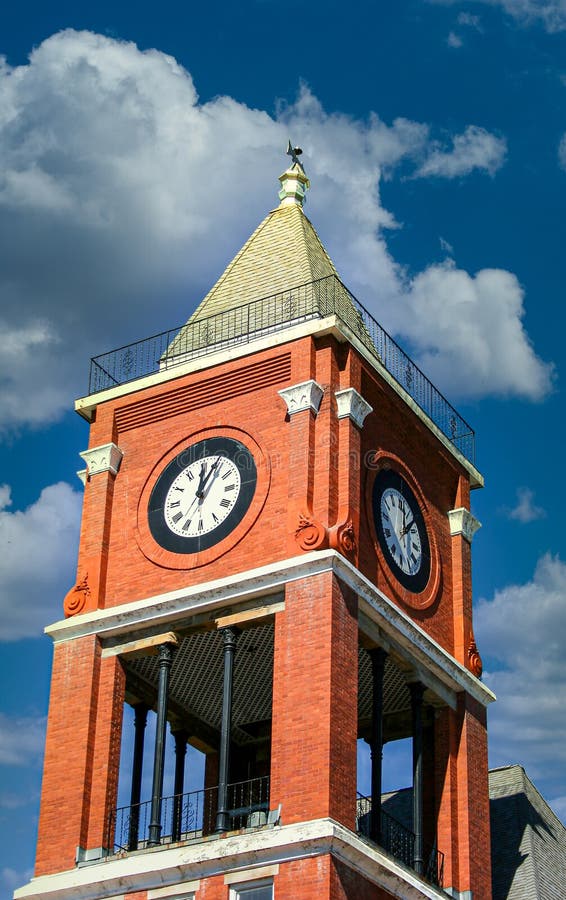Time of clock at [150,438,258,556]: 12:04
